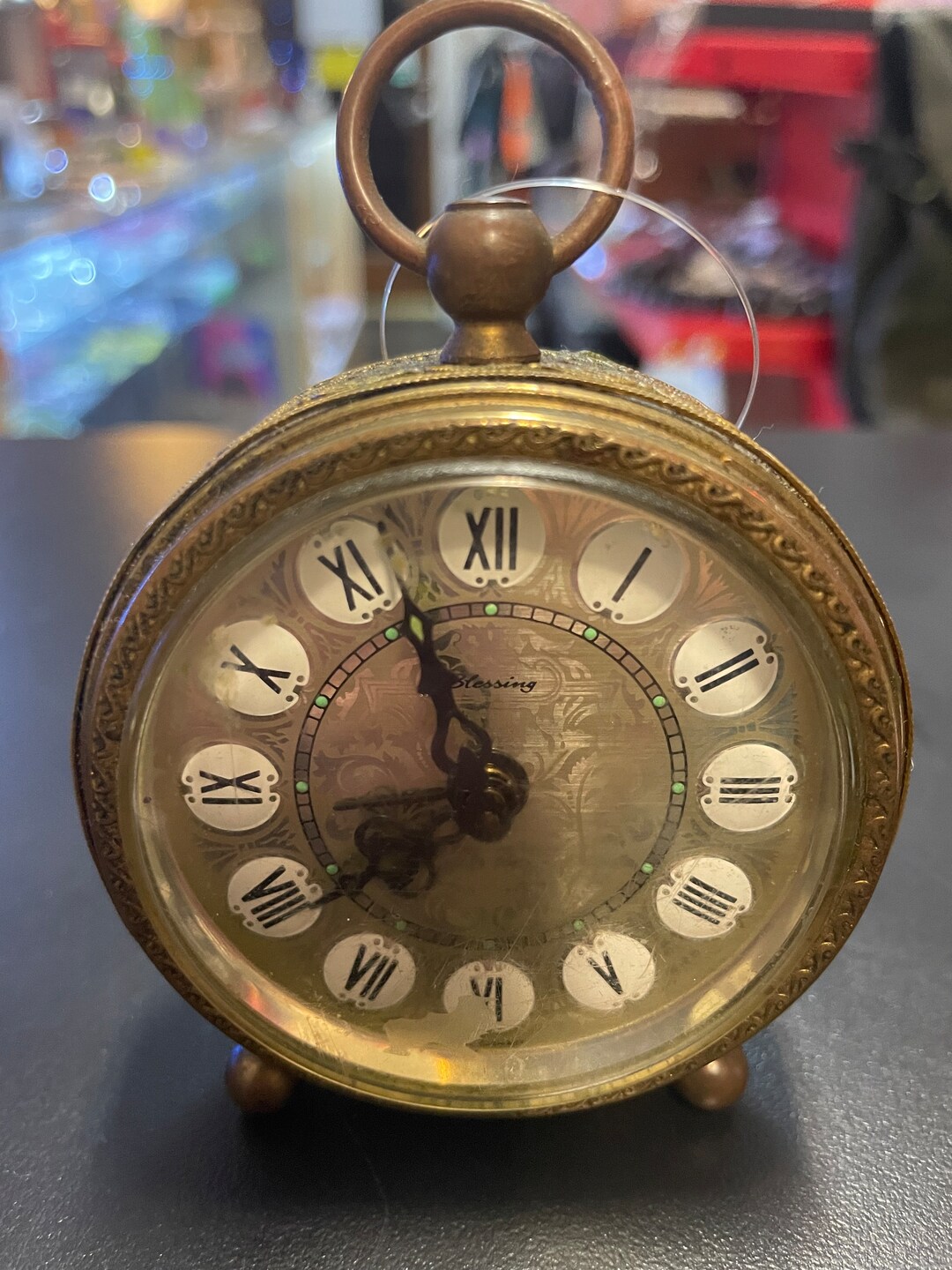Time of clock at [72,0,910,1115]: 7:56
